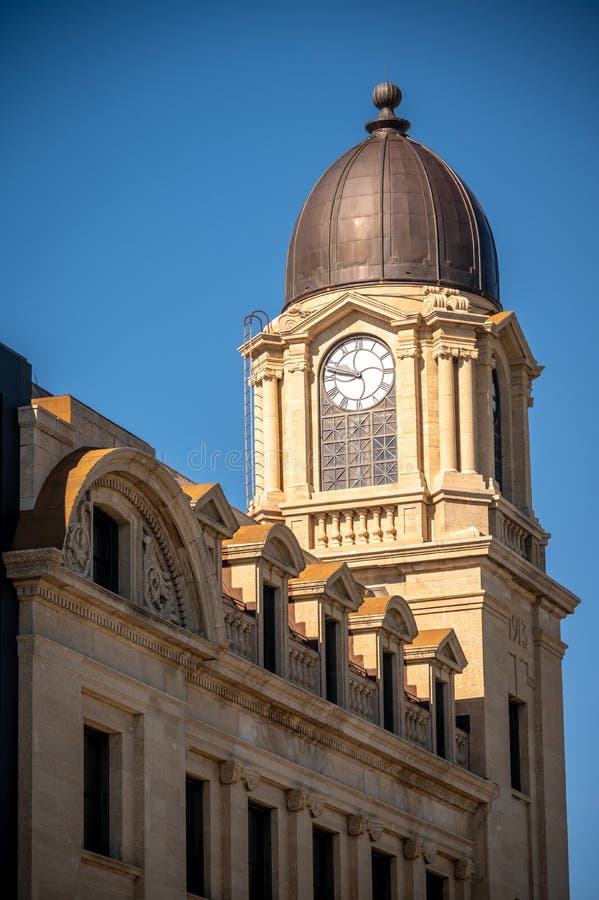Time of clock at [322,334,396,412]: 9:47
